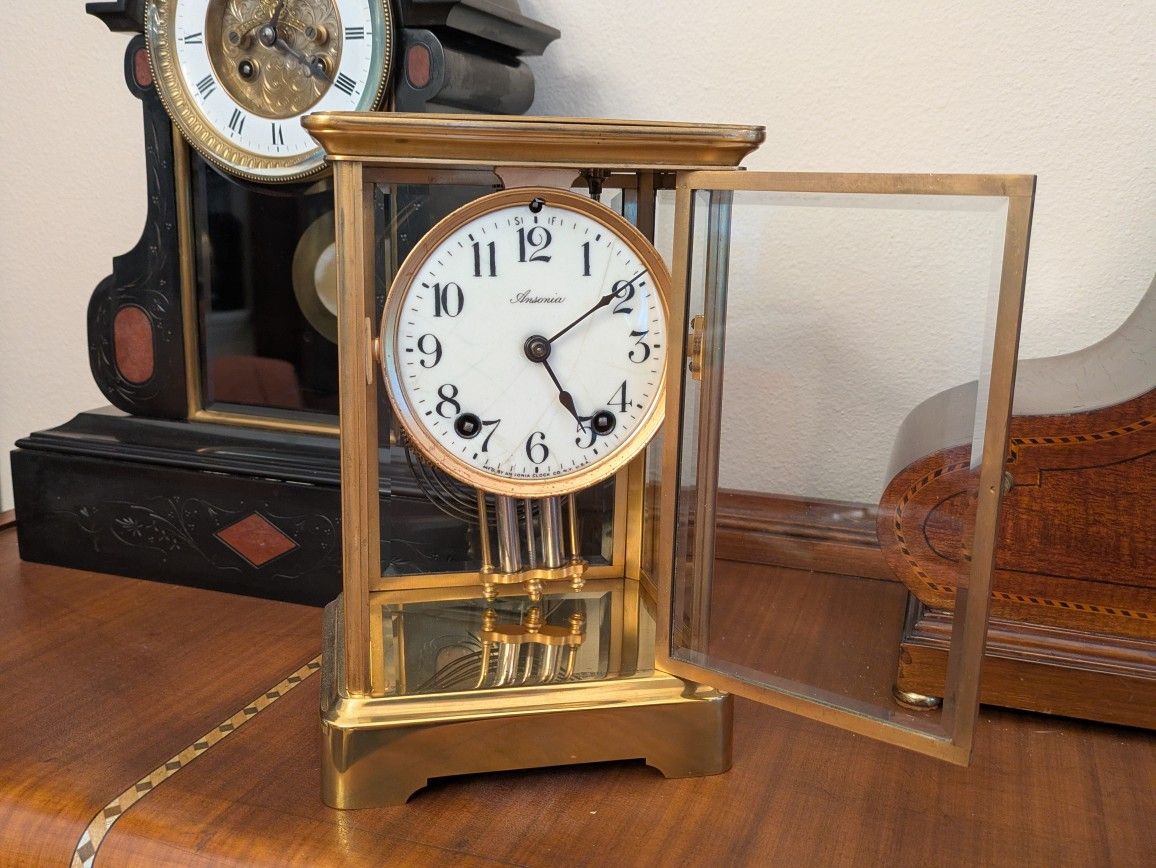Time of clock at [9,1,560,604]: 5:09
